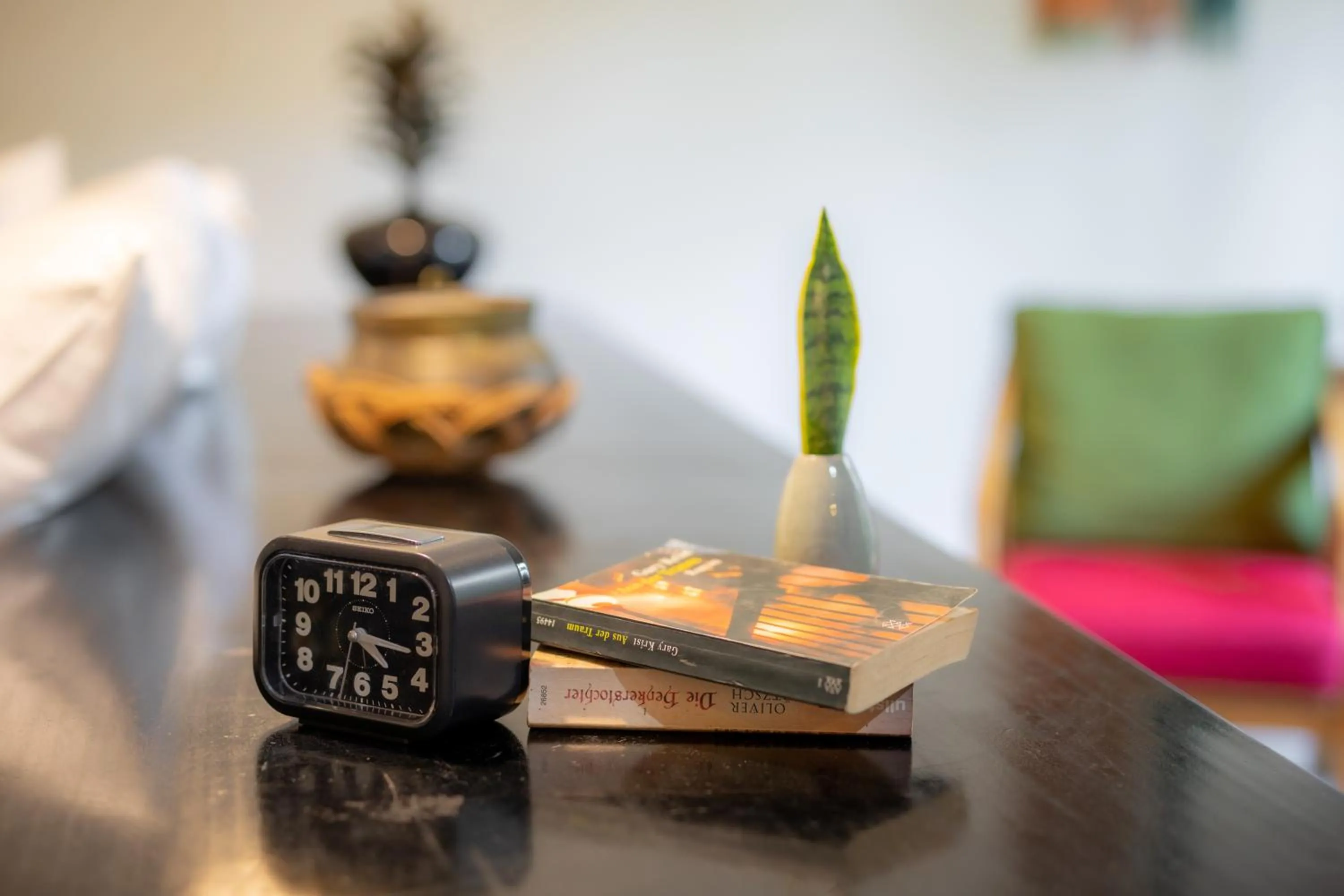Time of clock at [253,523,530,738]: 4:16
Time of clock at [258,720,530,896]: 4:16
